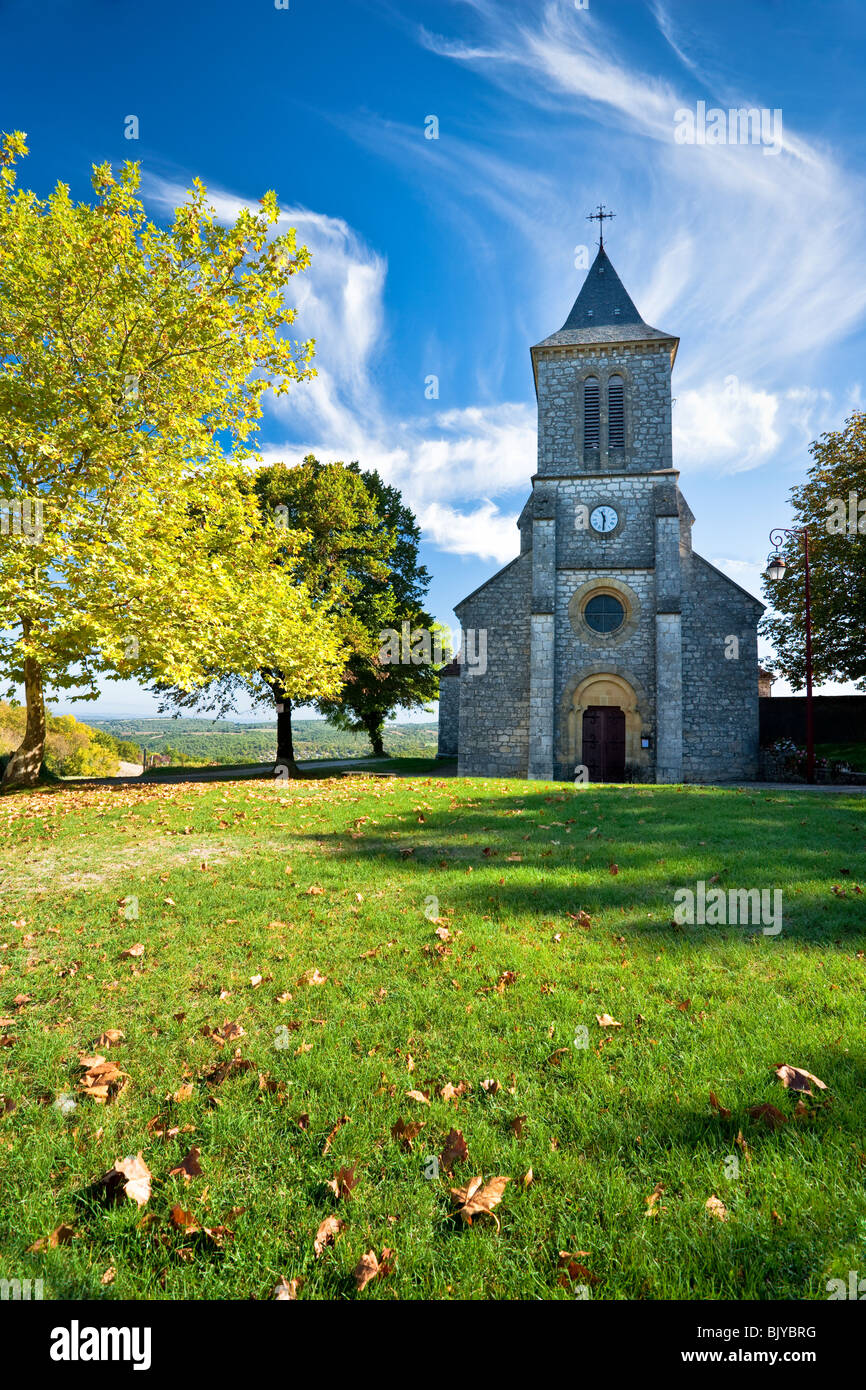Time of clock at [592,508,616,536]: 11:31
